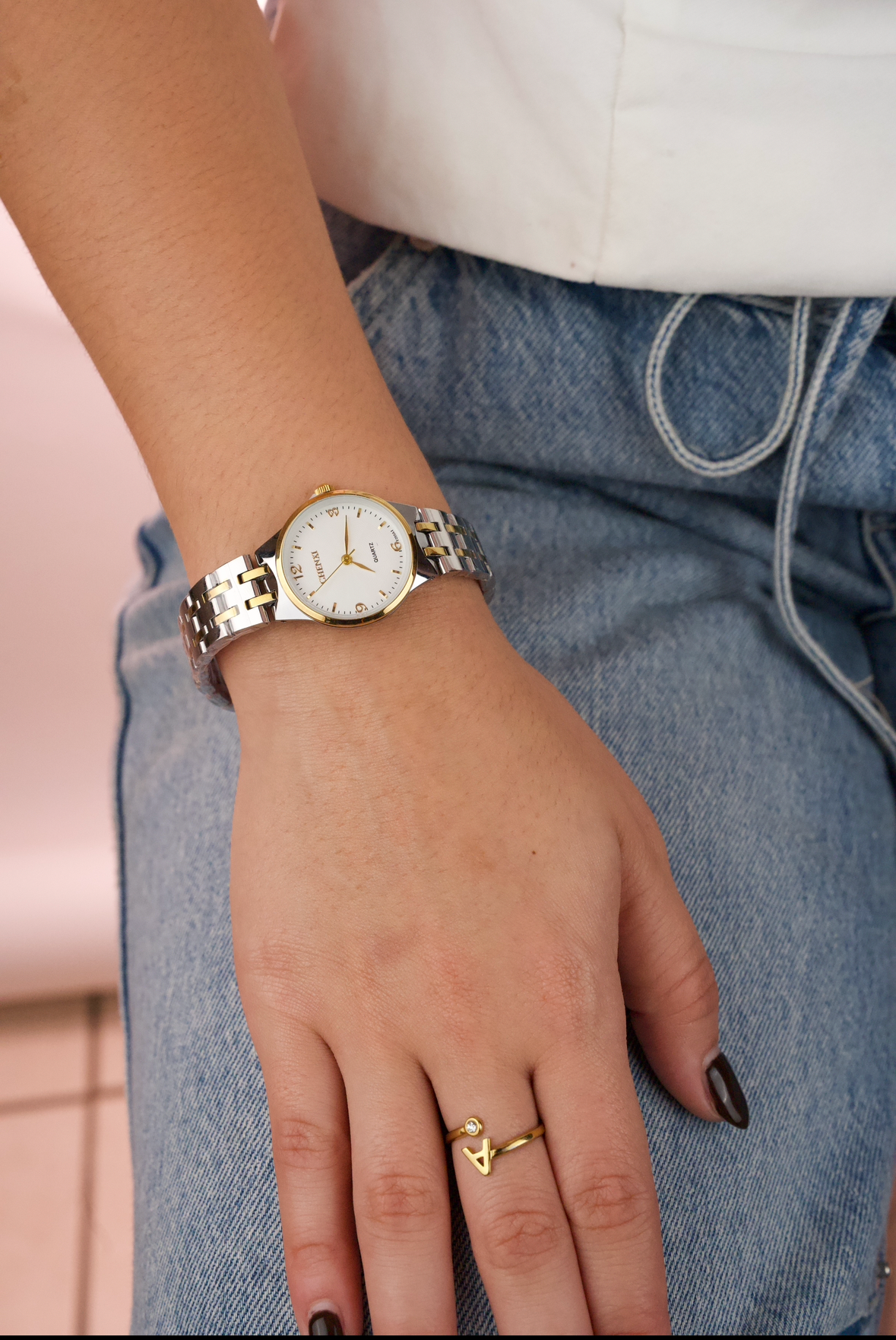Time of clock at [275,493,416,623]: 4:02
